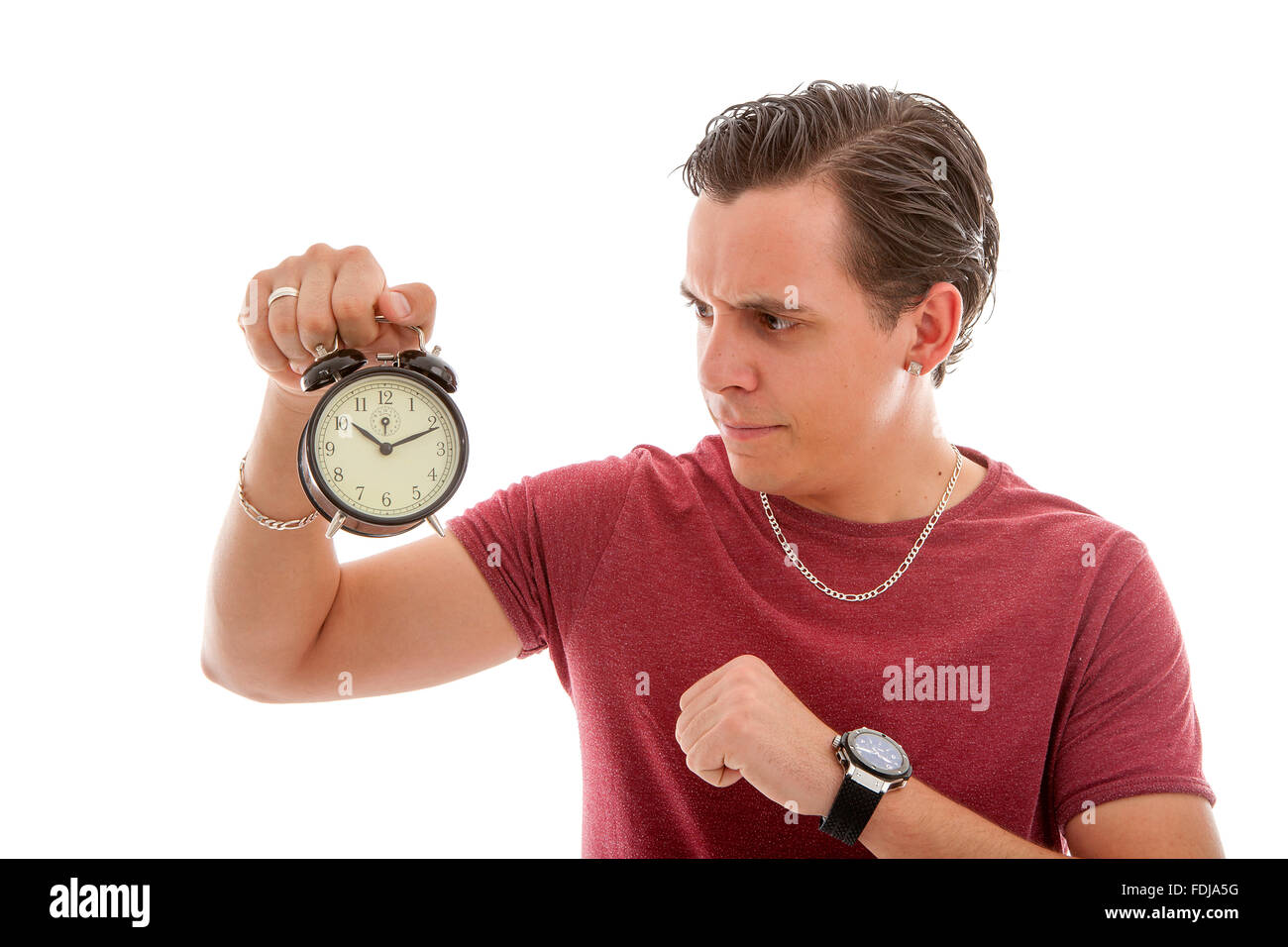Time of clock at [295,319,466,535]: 10:11
